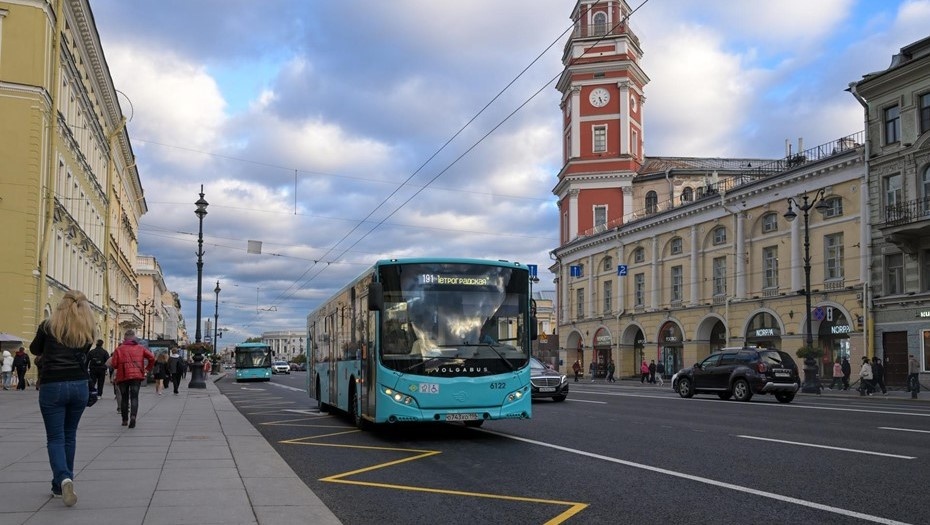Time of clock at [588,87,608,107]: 5:26
